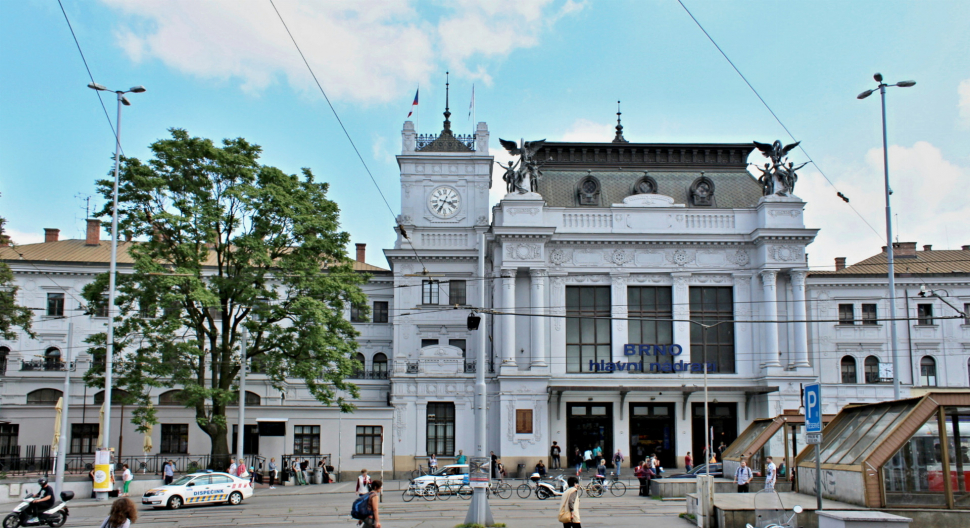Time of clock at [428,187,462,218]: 3:34
